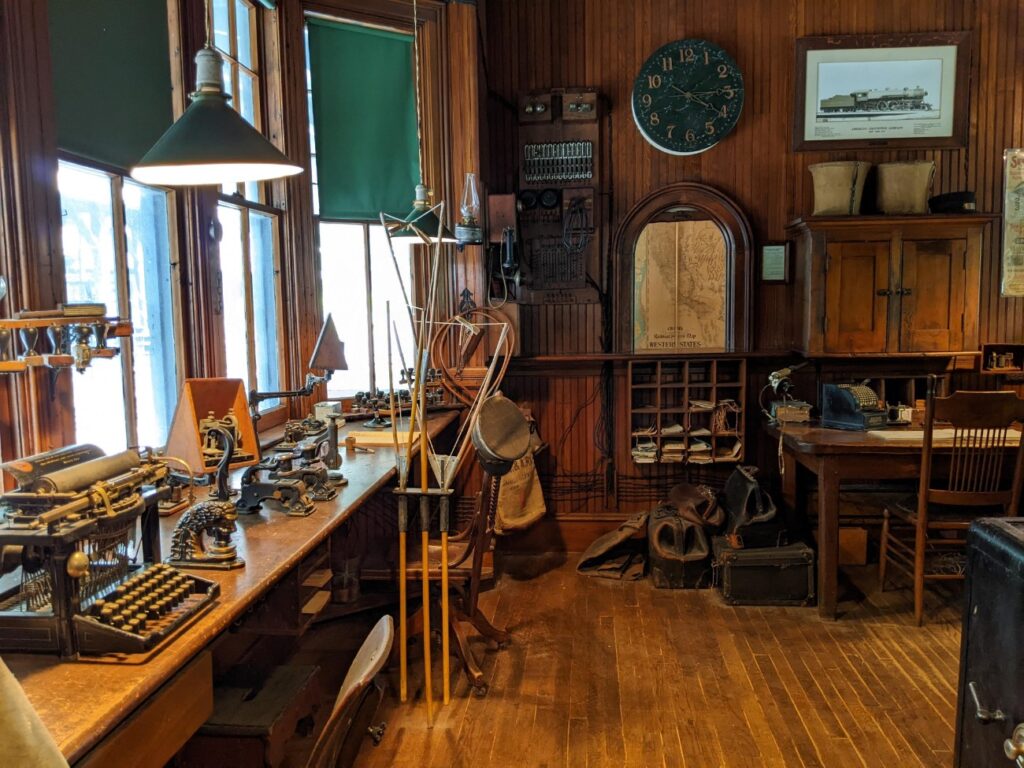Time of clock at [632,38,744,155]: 3:20
